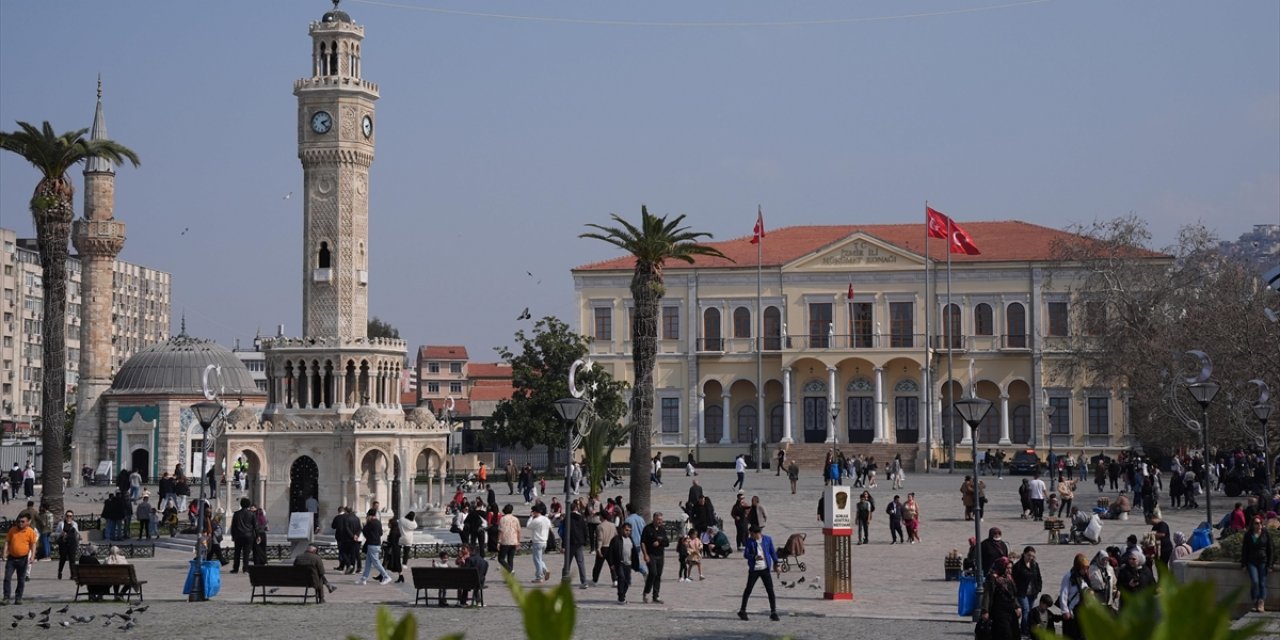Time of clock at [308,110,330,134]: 2:22
